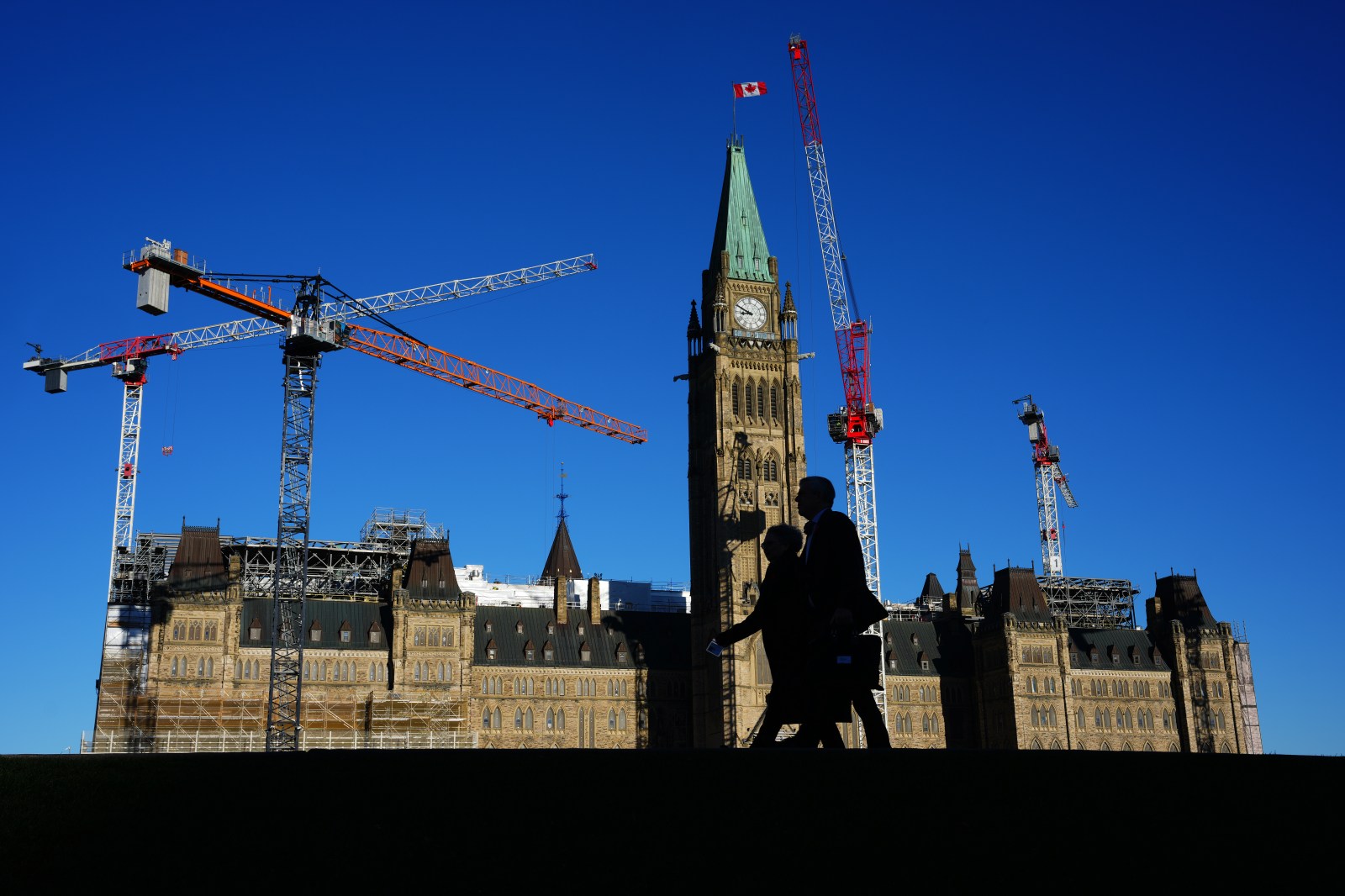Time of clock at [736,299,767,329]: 8:49
